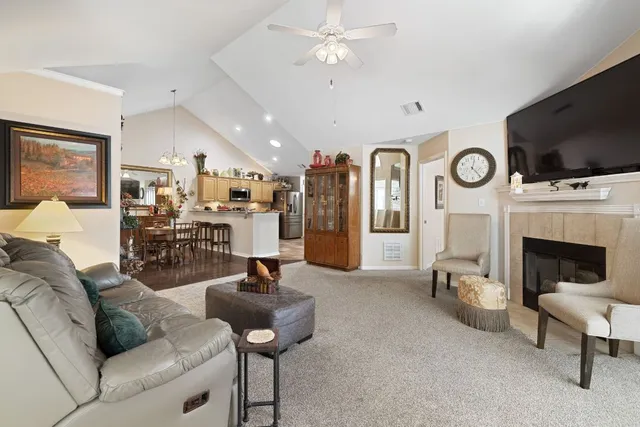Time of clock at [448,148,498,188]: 12:23
